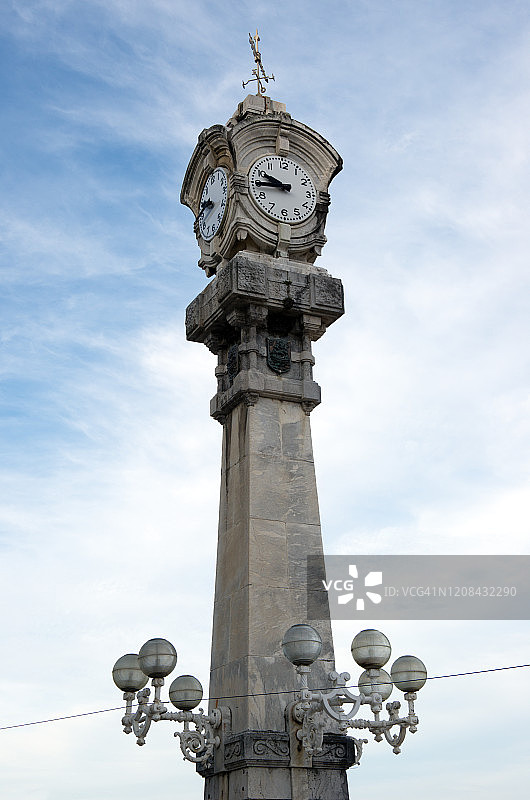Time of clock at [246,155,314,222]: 9:44
